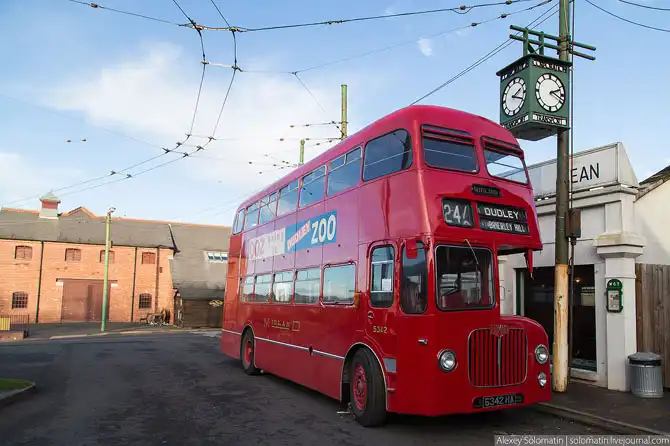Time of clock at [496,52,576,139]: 2:18
